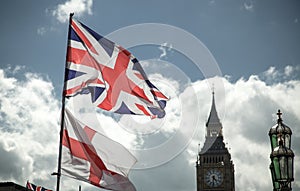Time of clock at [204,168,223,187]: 4:31
